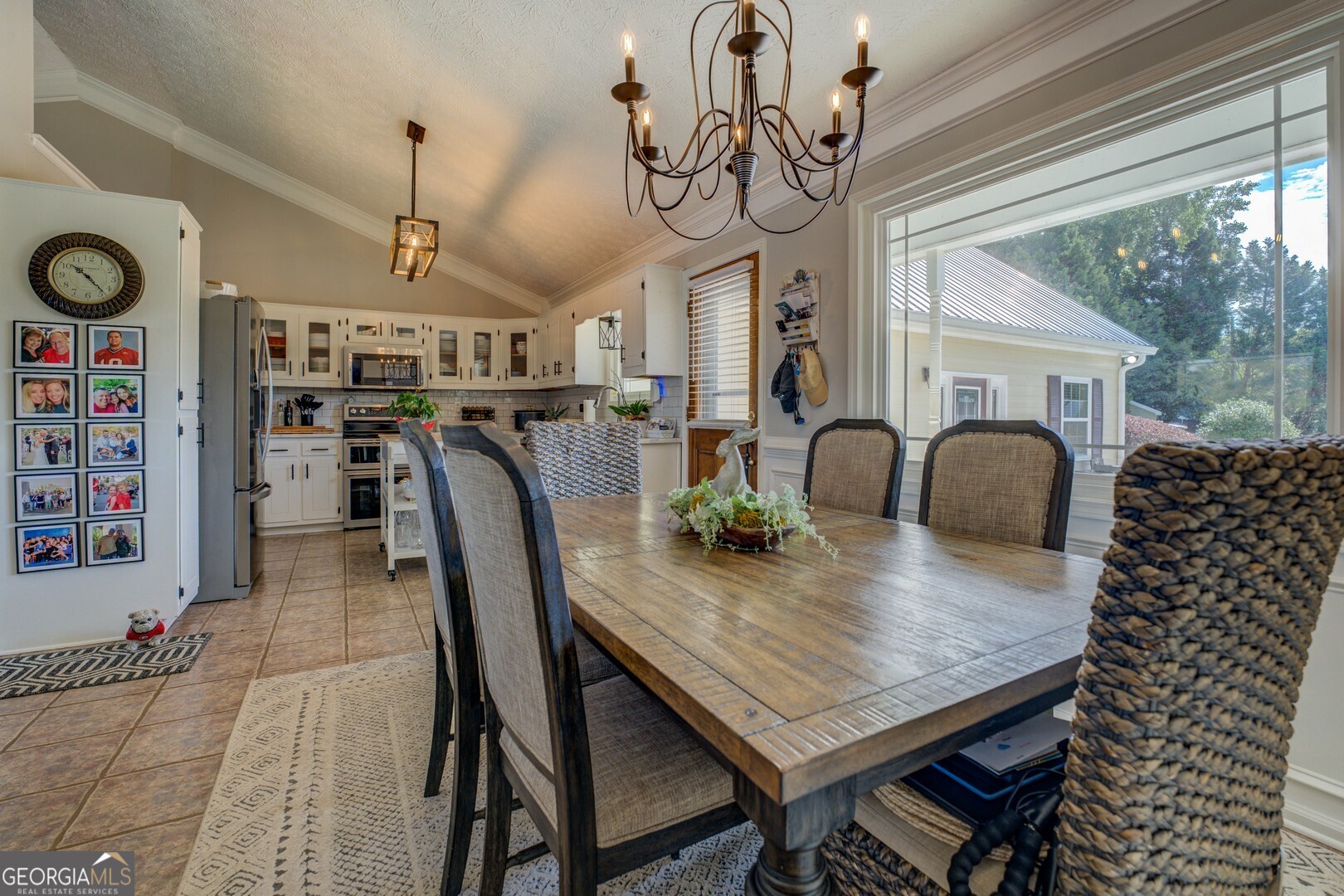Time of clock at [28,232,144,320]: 10:23
